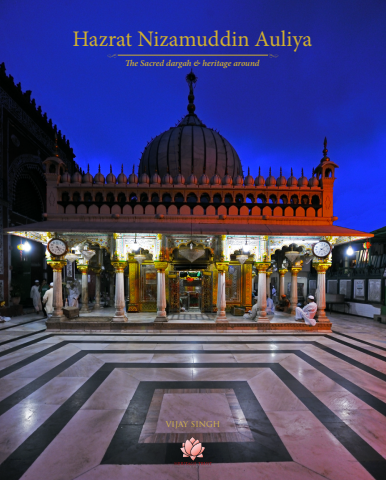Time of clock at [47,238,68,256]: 5:18
